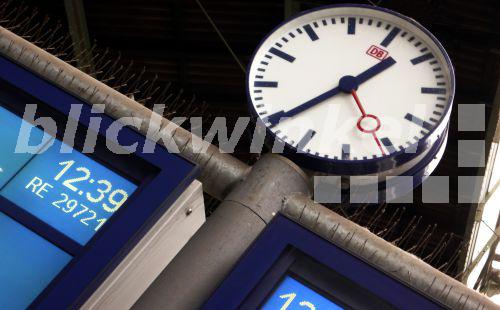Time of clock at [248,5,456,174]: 1:39
